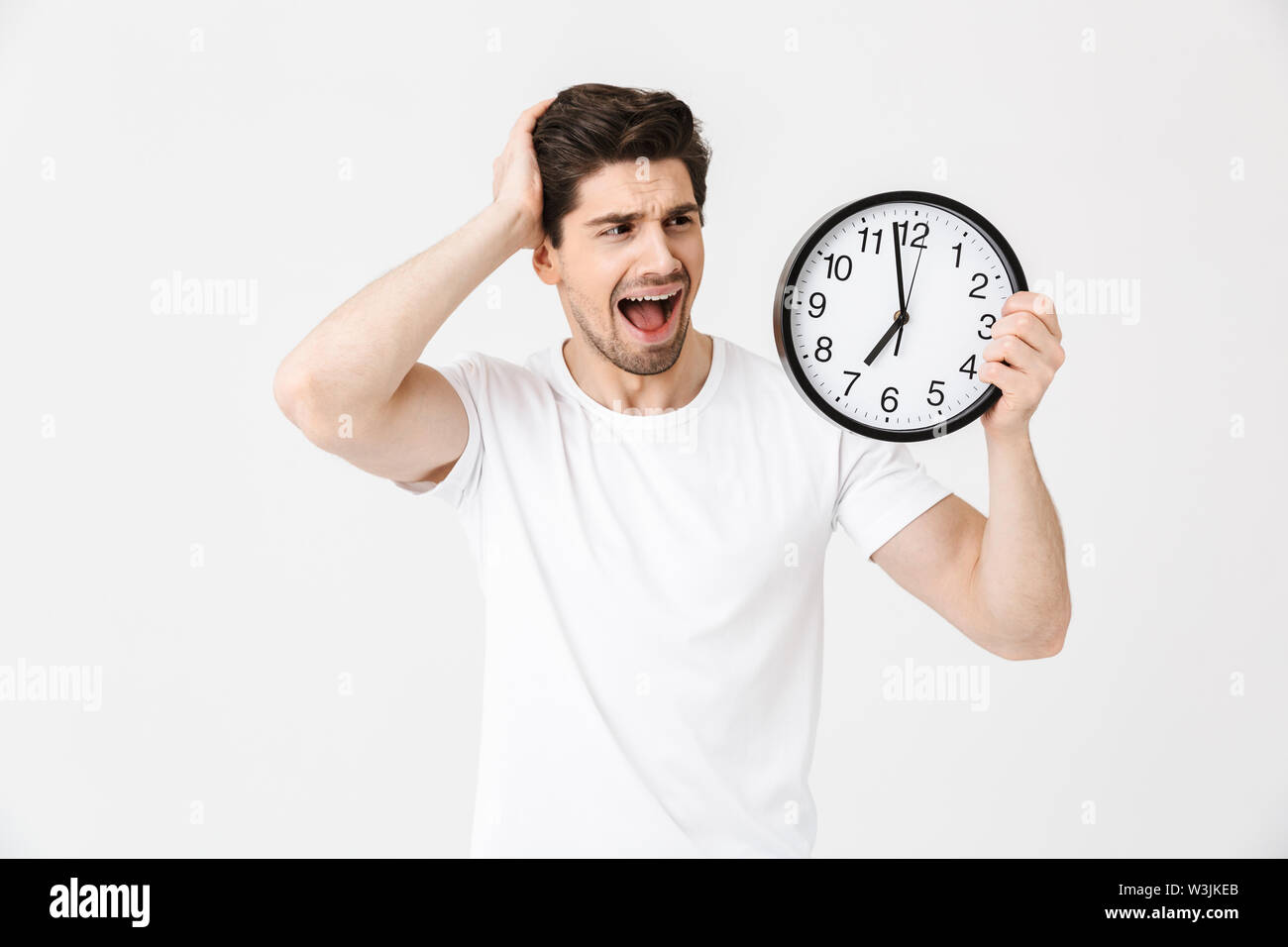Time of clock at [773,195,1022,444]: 6:58
